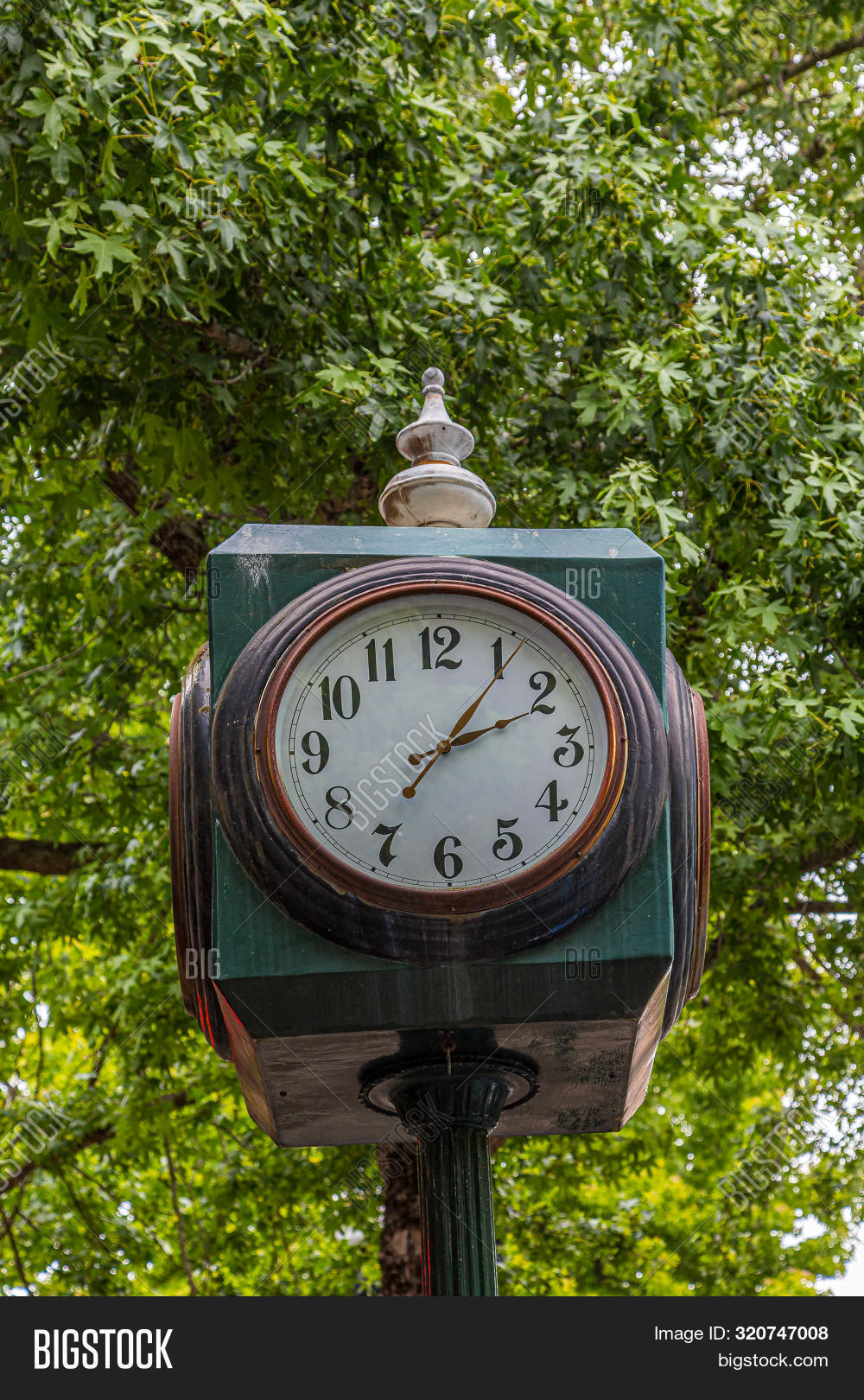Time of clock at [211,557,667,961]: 2:06
